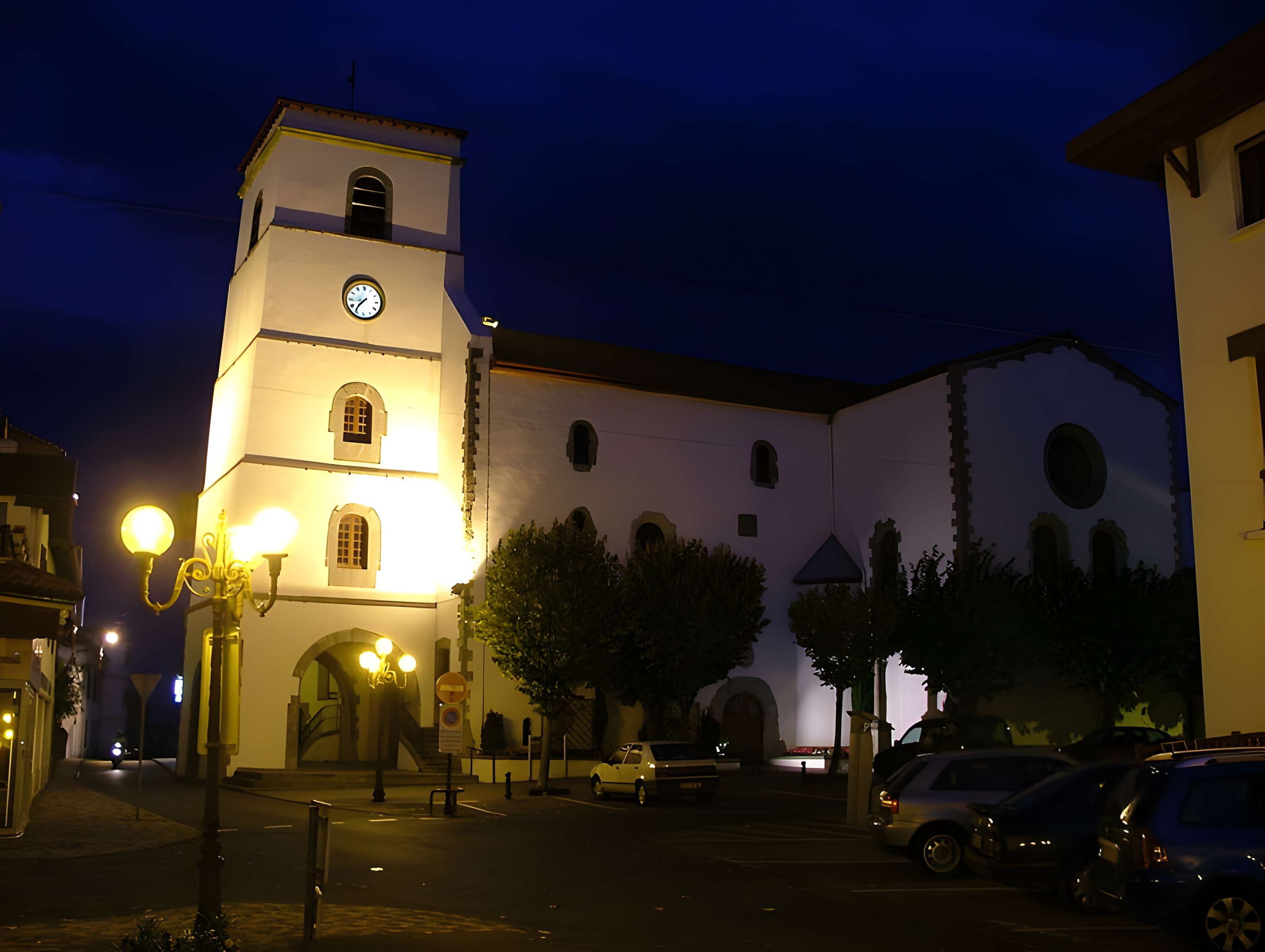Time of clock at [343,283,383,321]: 7:36
